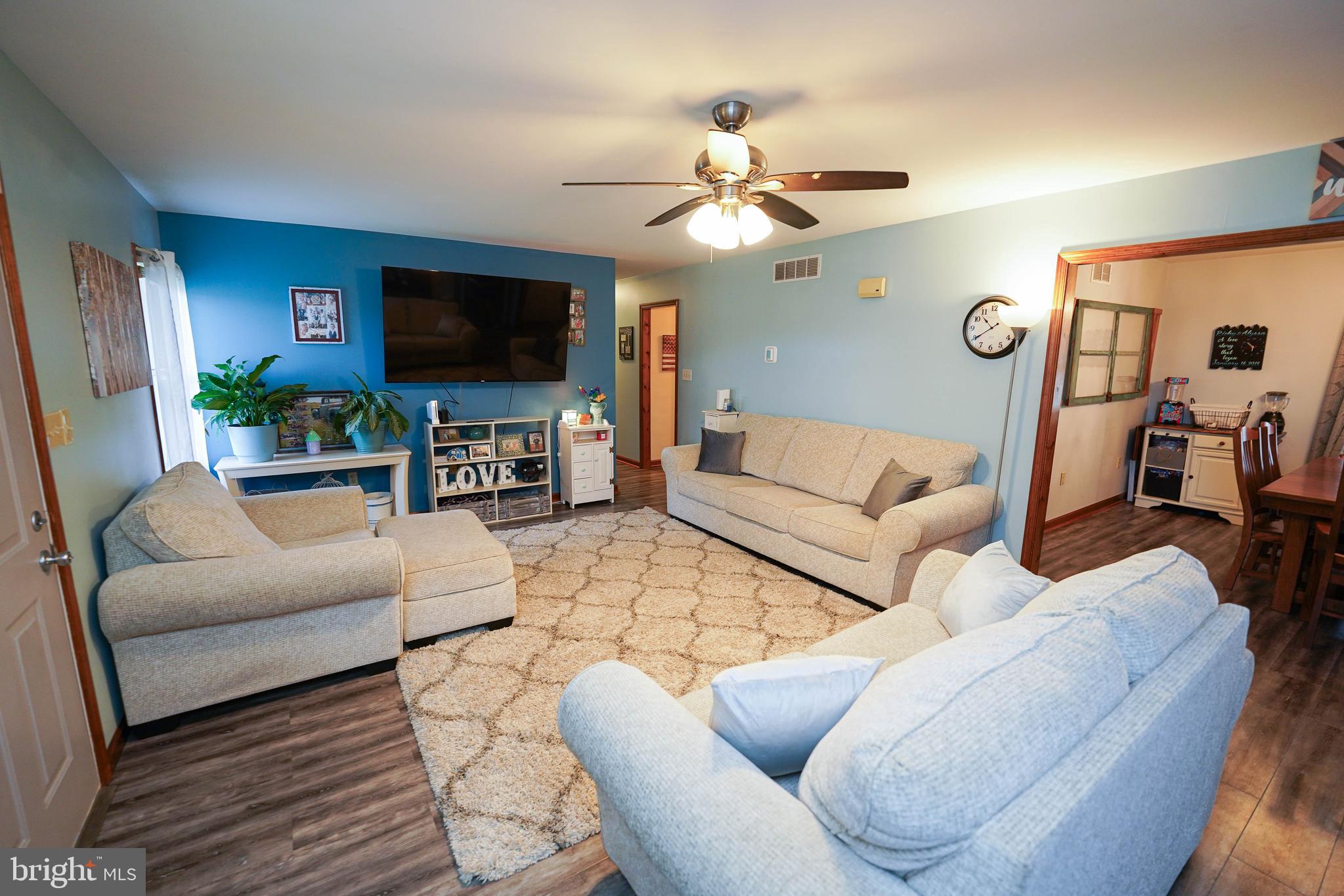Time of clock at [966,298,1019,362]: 10:39
